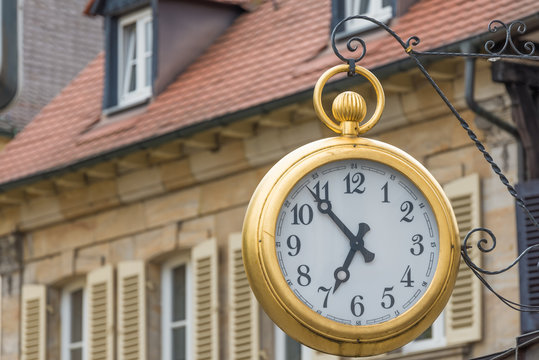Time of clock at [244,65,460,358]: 6:53
